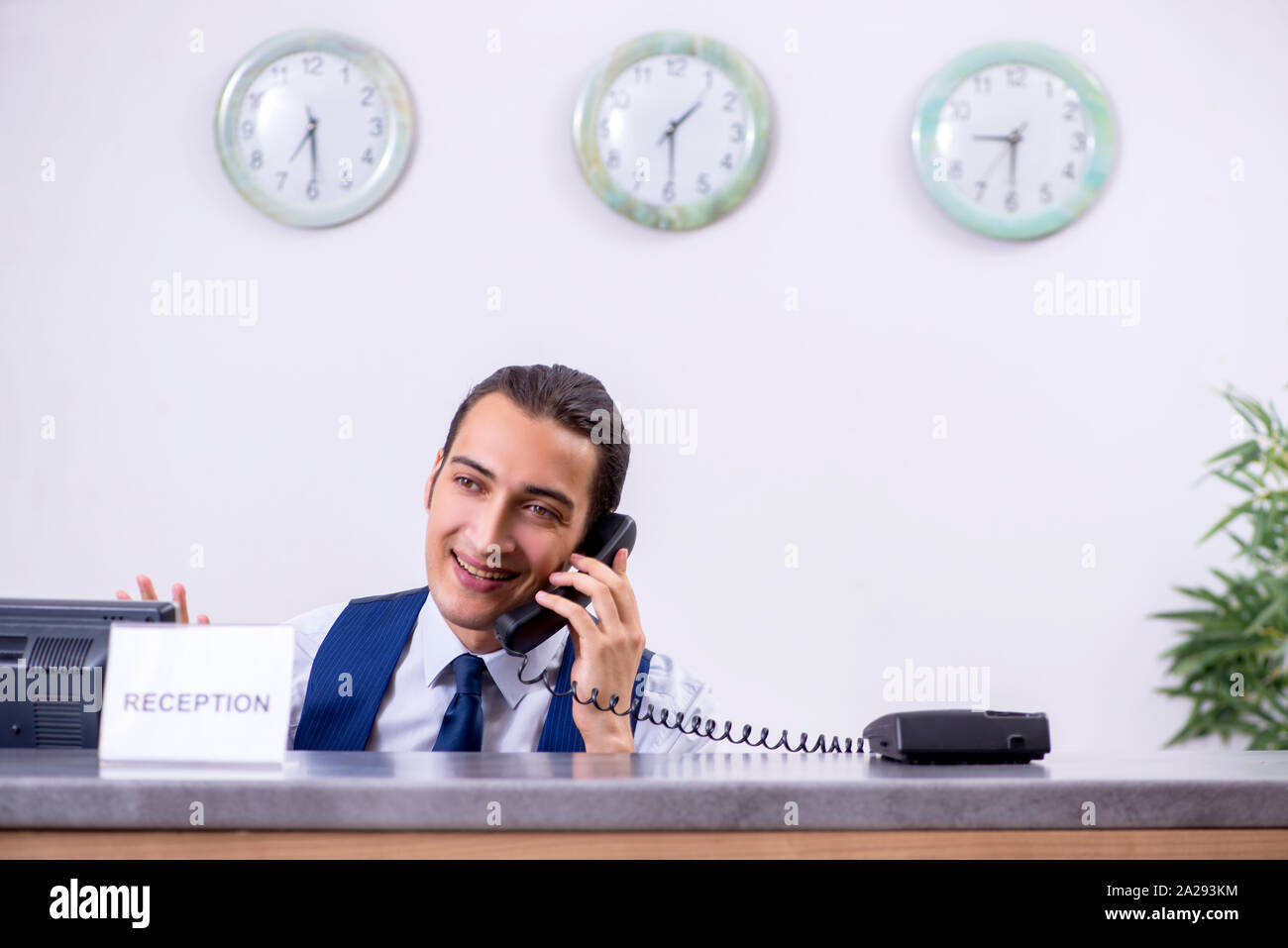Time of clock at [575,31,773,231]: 1:29
